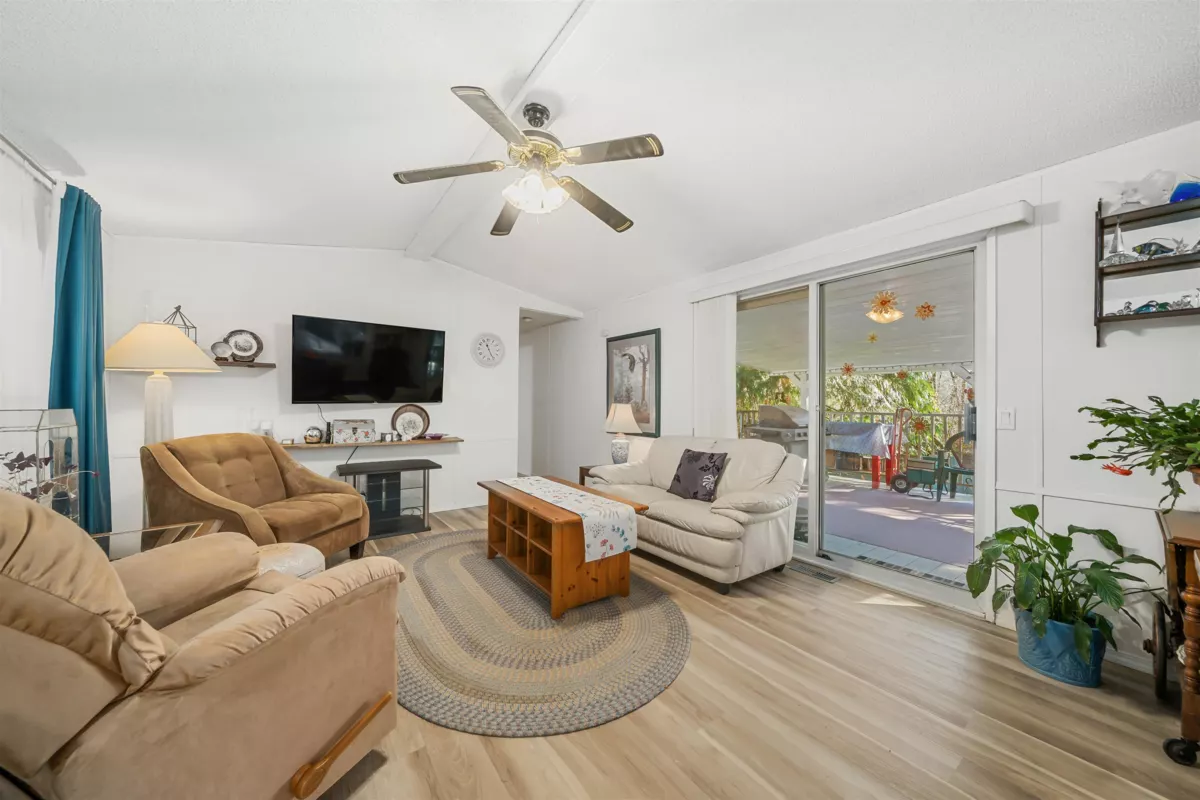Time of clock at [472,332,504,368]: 11:25
